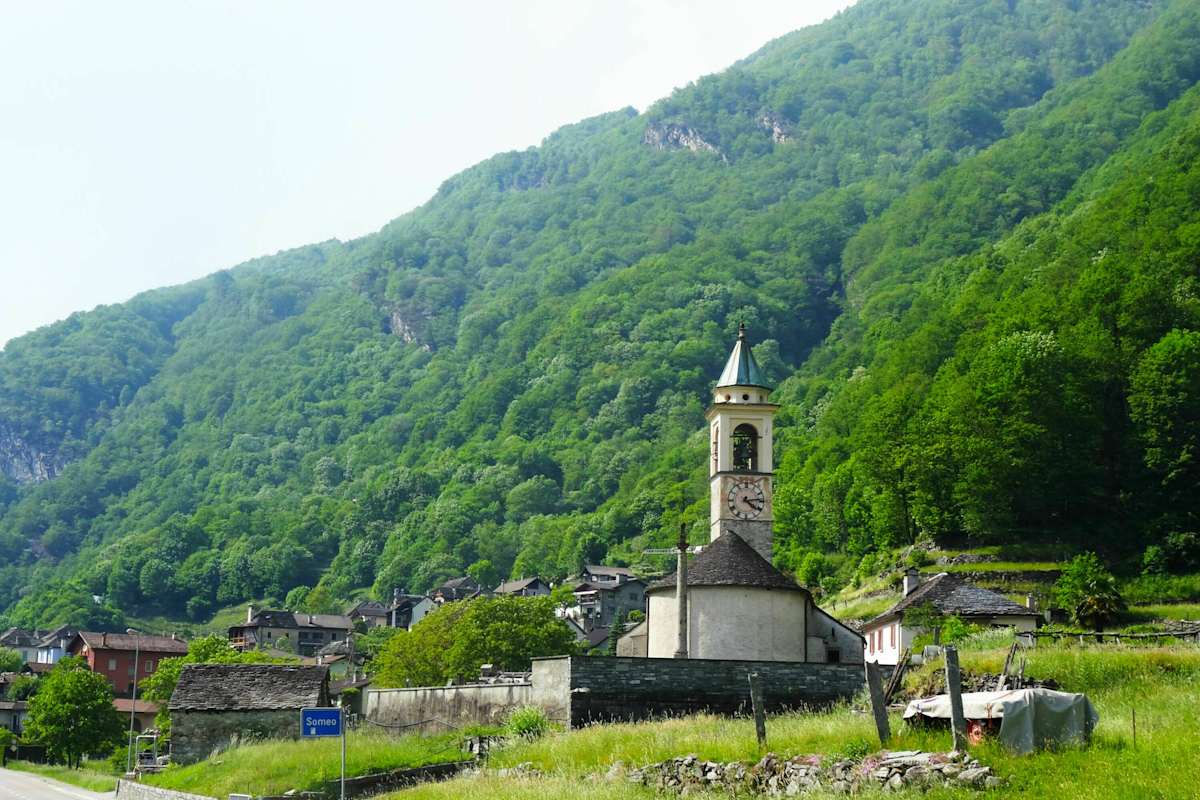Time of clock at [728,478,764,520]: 4:13
